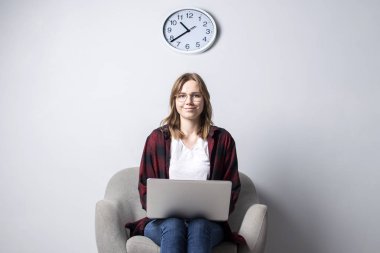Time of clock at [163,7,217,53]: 10:38
